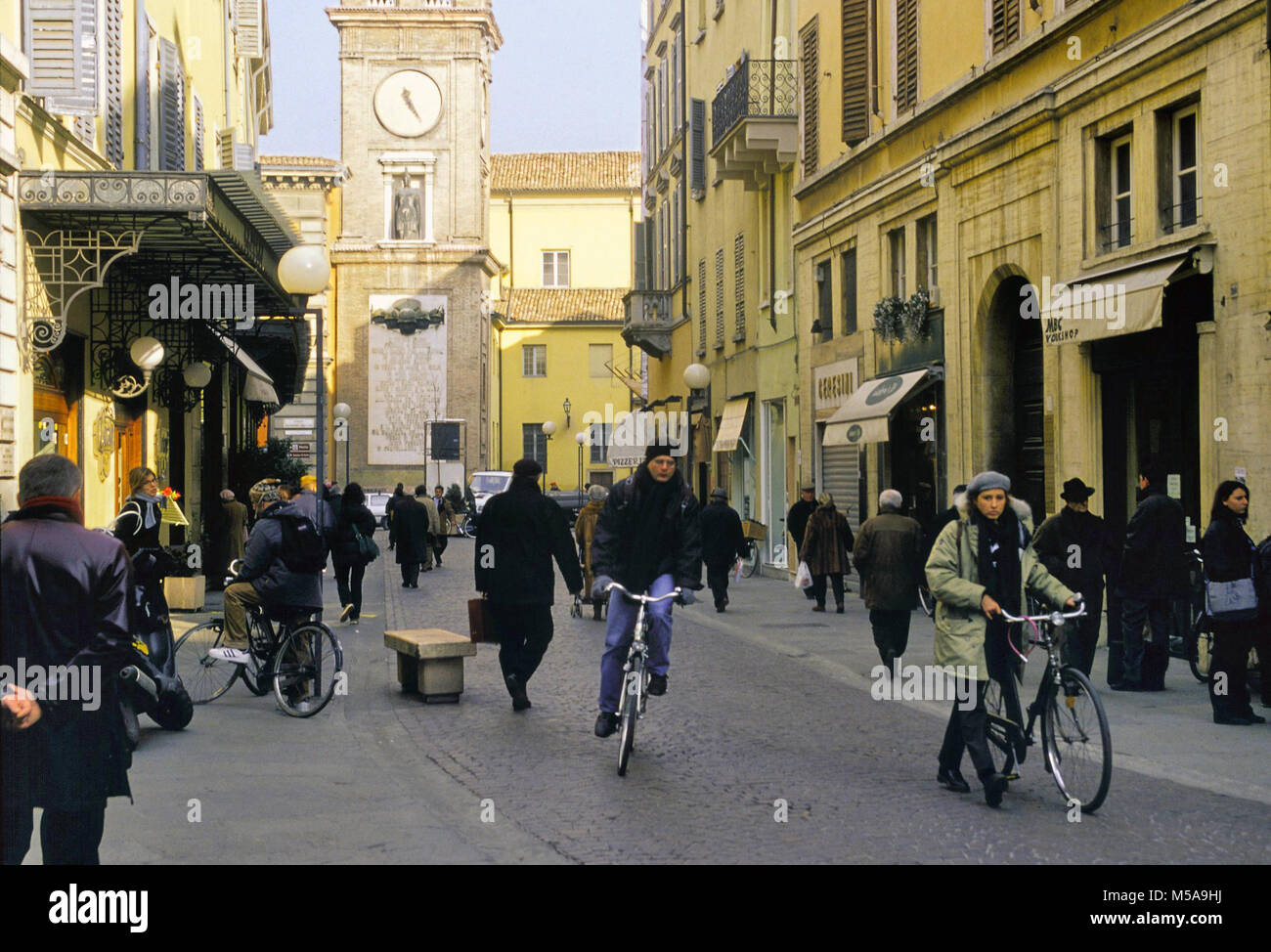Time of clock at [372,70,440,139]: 5:24
